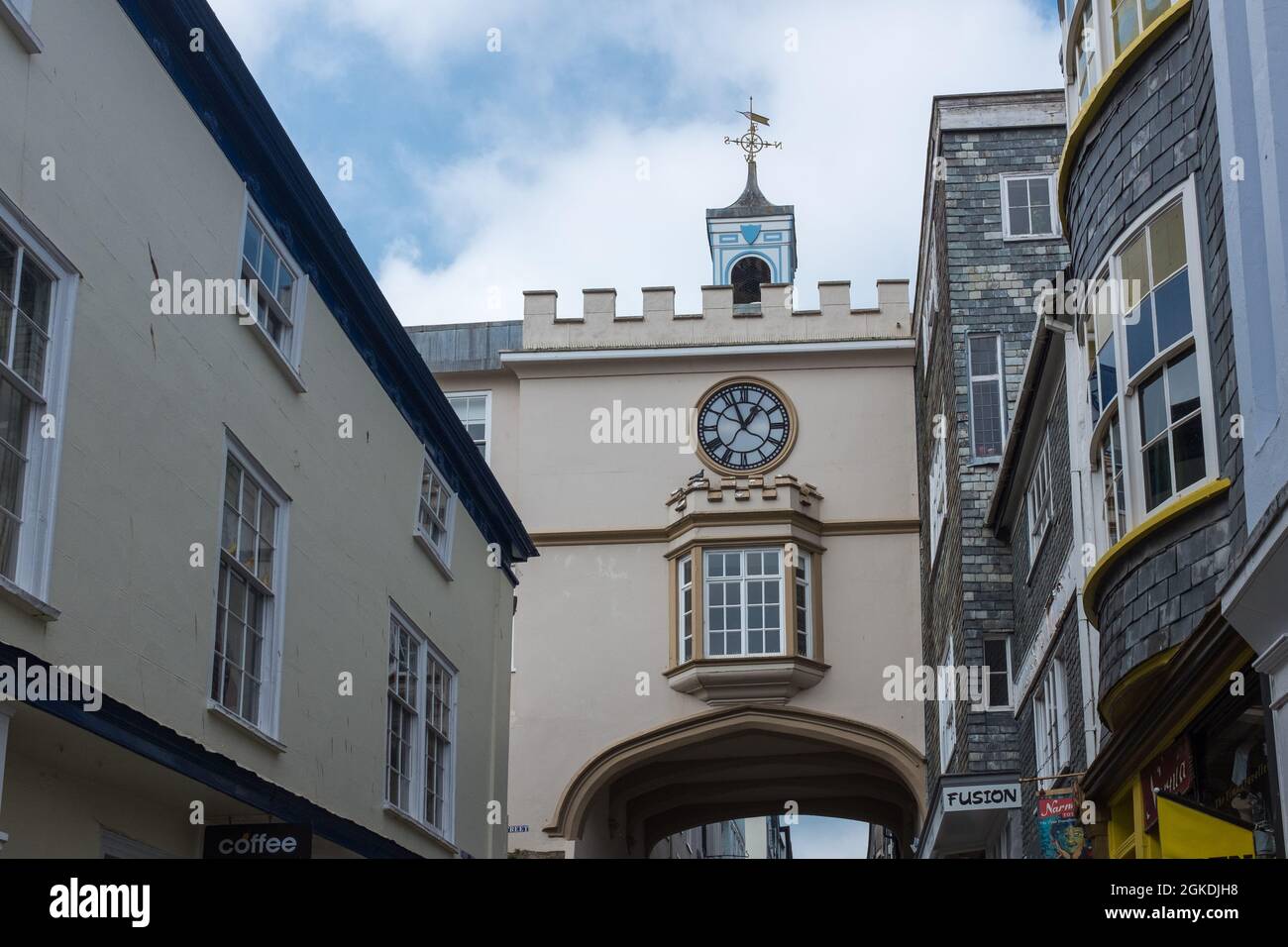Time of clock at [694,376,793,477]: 12:56
